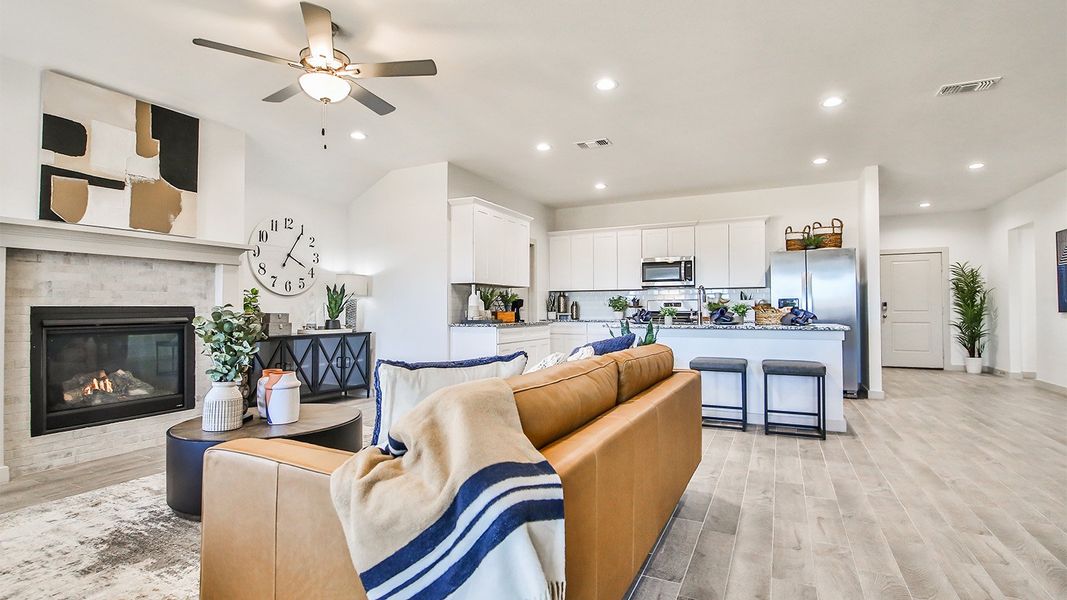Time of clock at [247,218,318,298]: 4:05
